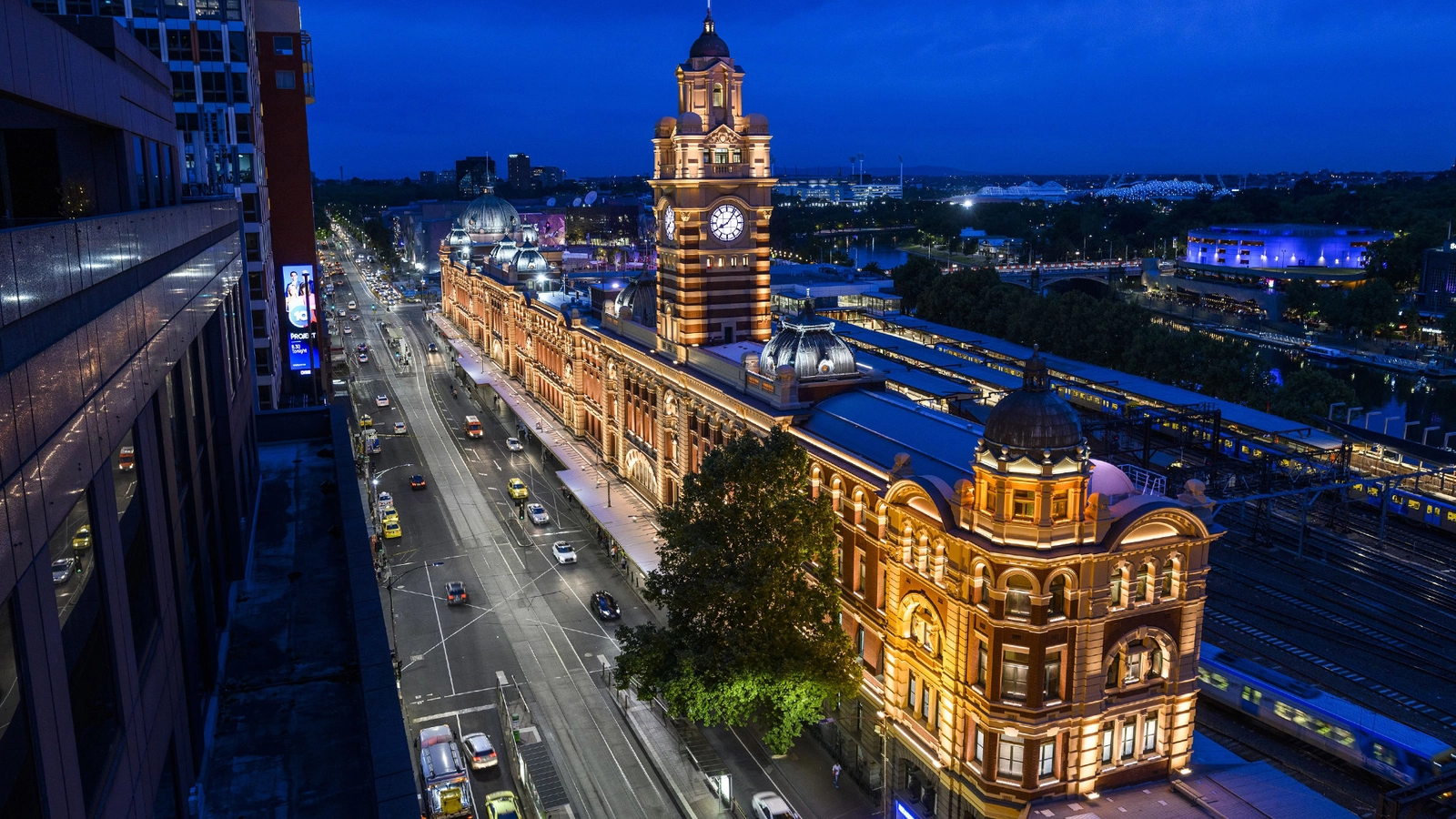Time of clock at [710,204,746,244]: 8:06
